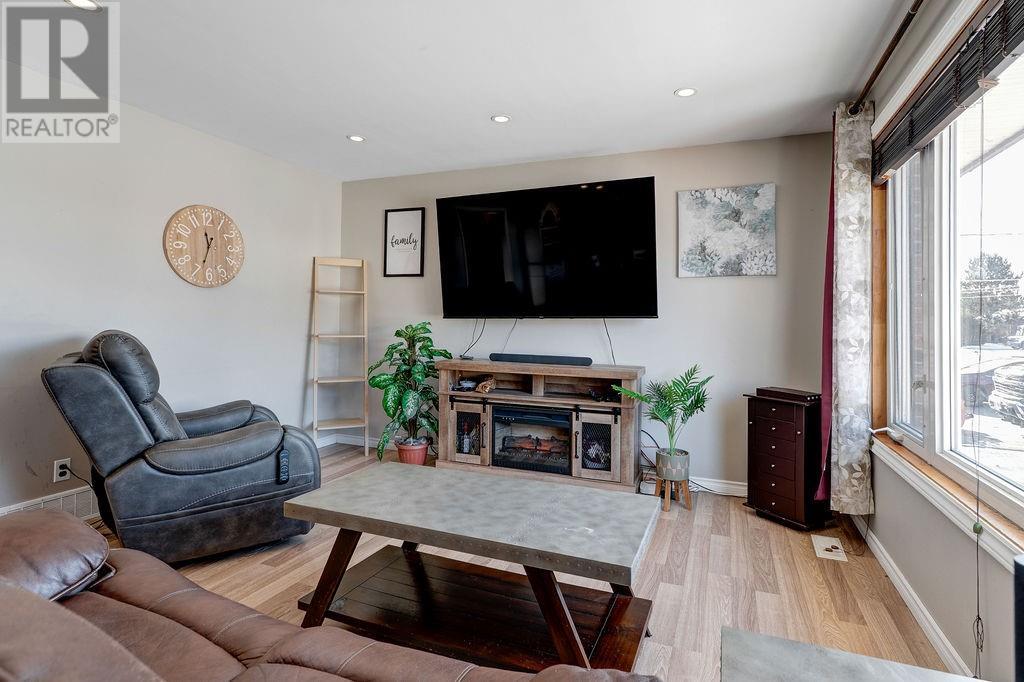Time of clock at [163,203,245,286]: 11:33
